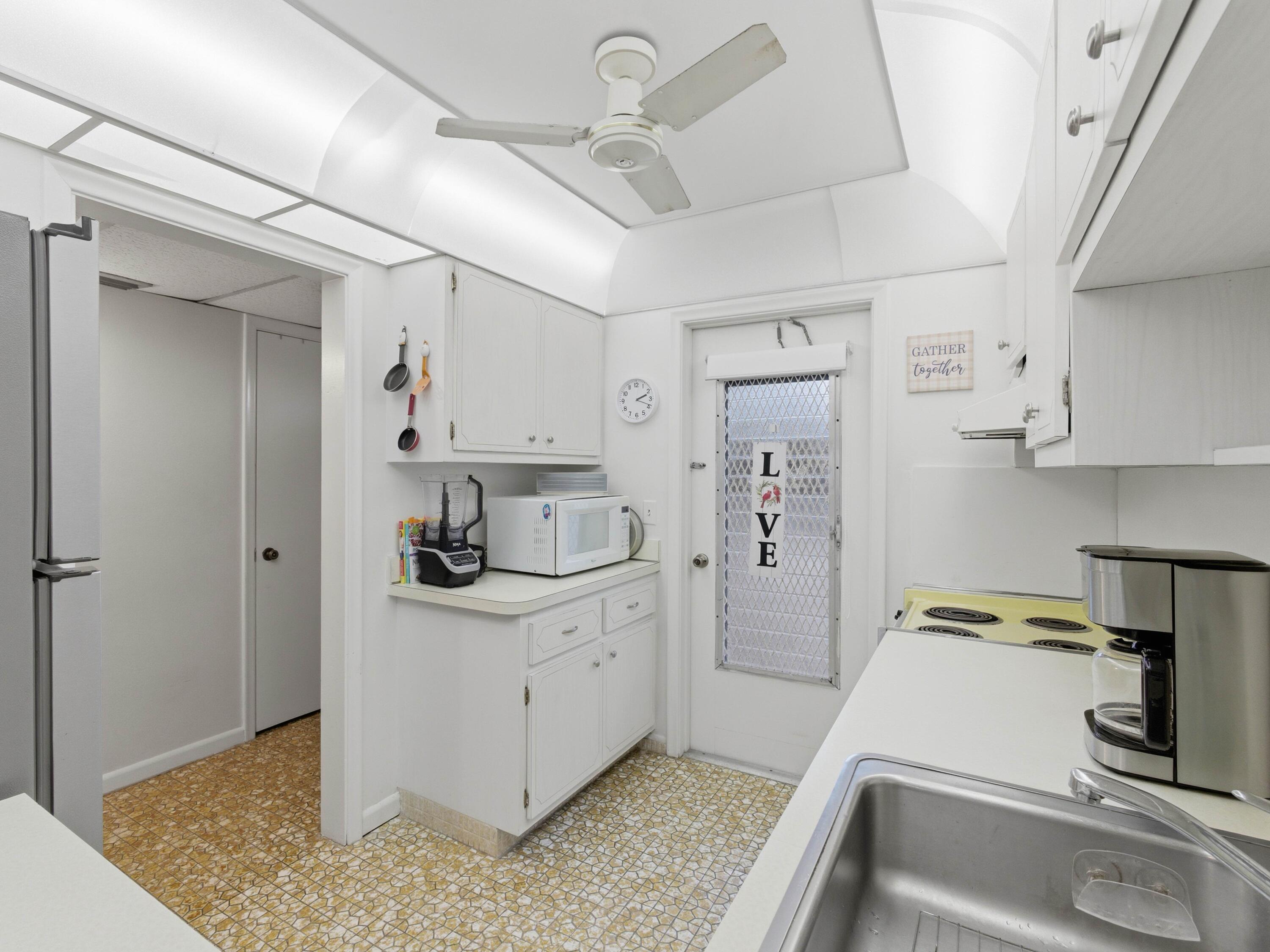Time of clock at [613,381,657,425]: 2:18
